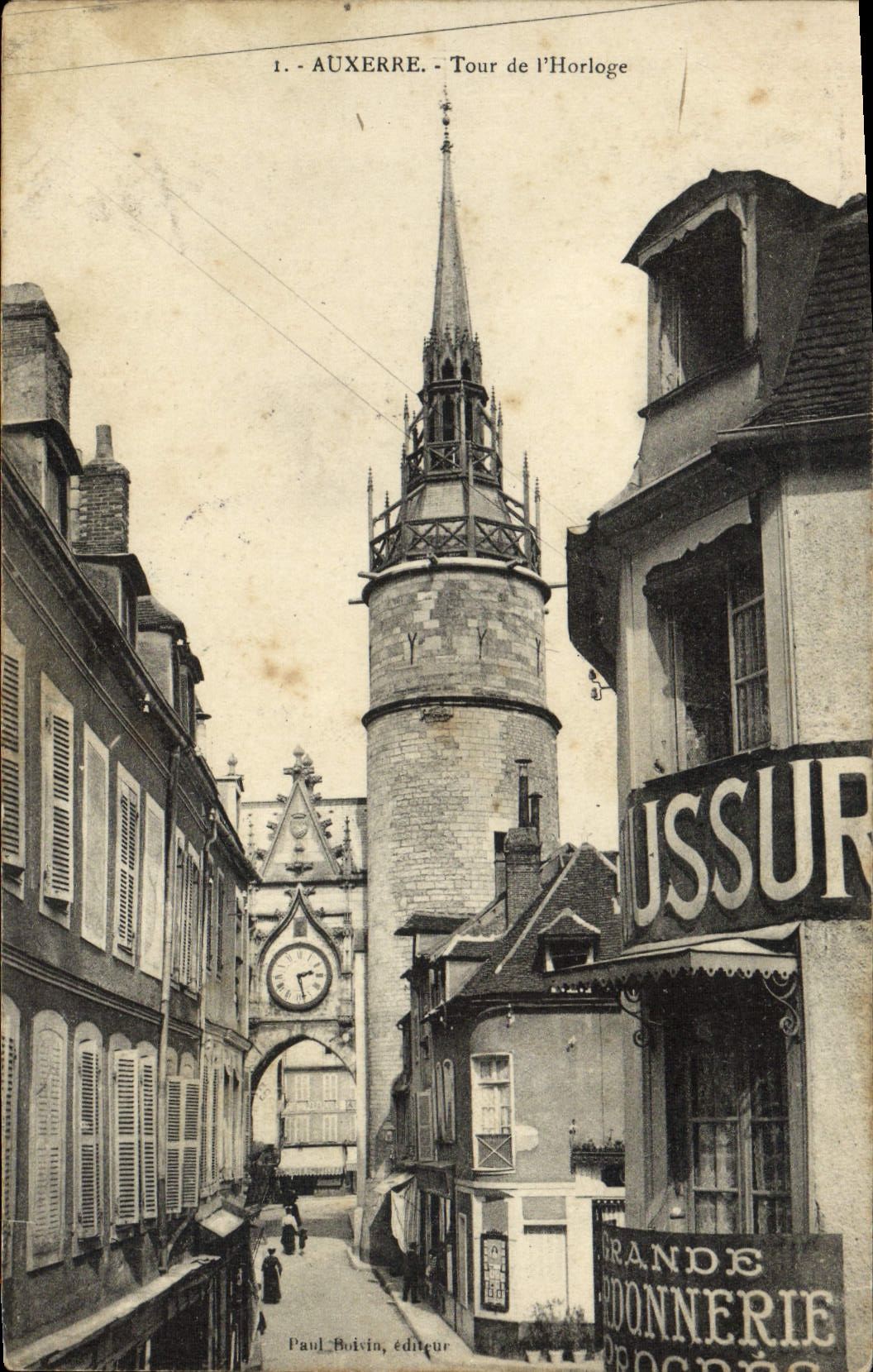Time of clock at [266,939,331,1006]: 2:27
